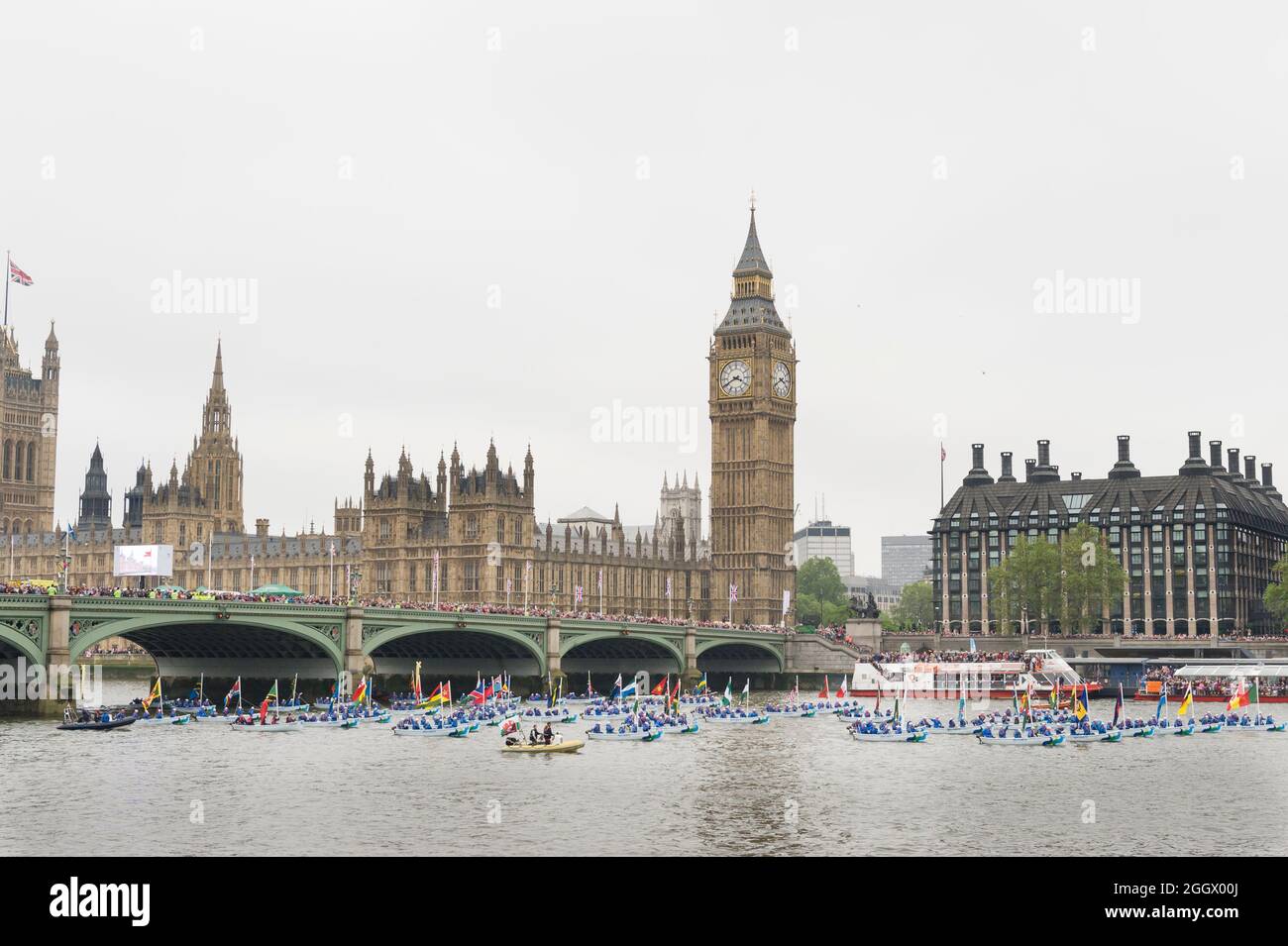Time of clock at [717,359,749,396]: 3:40
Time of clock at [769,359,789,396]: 3:40
